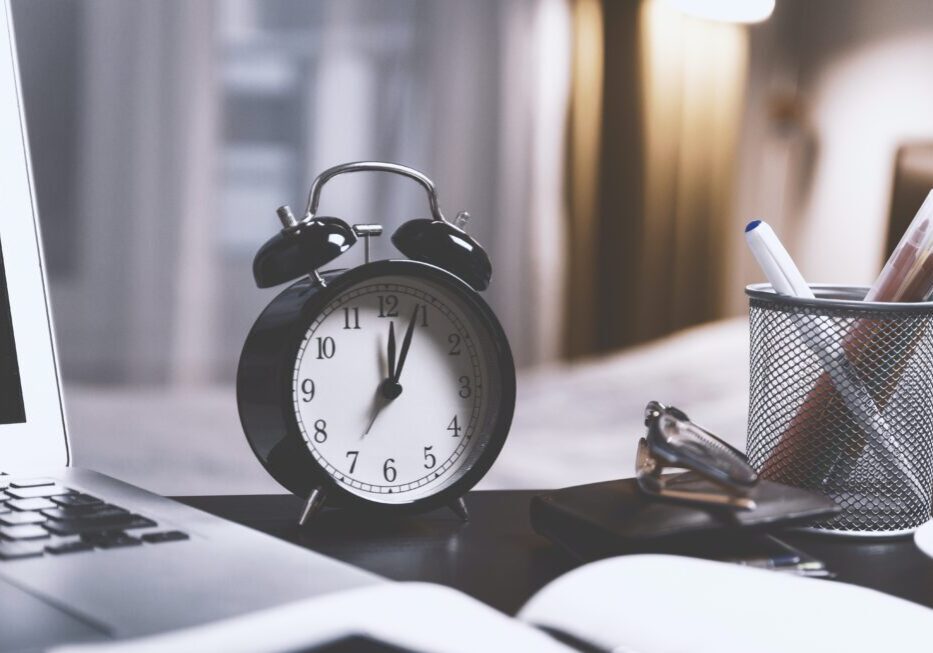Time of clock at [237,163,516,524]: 12:03
